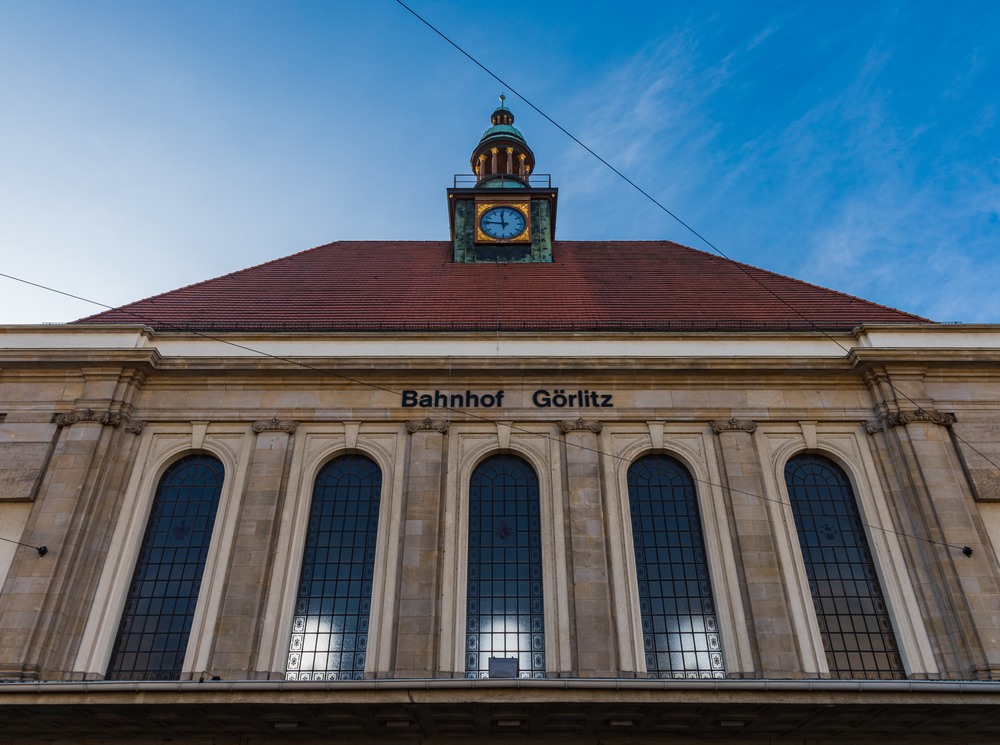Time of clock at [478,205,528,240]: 11:46
